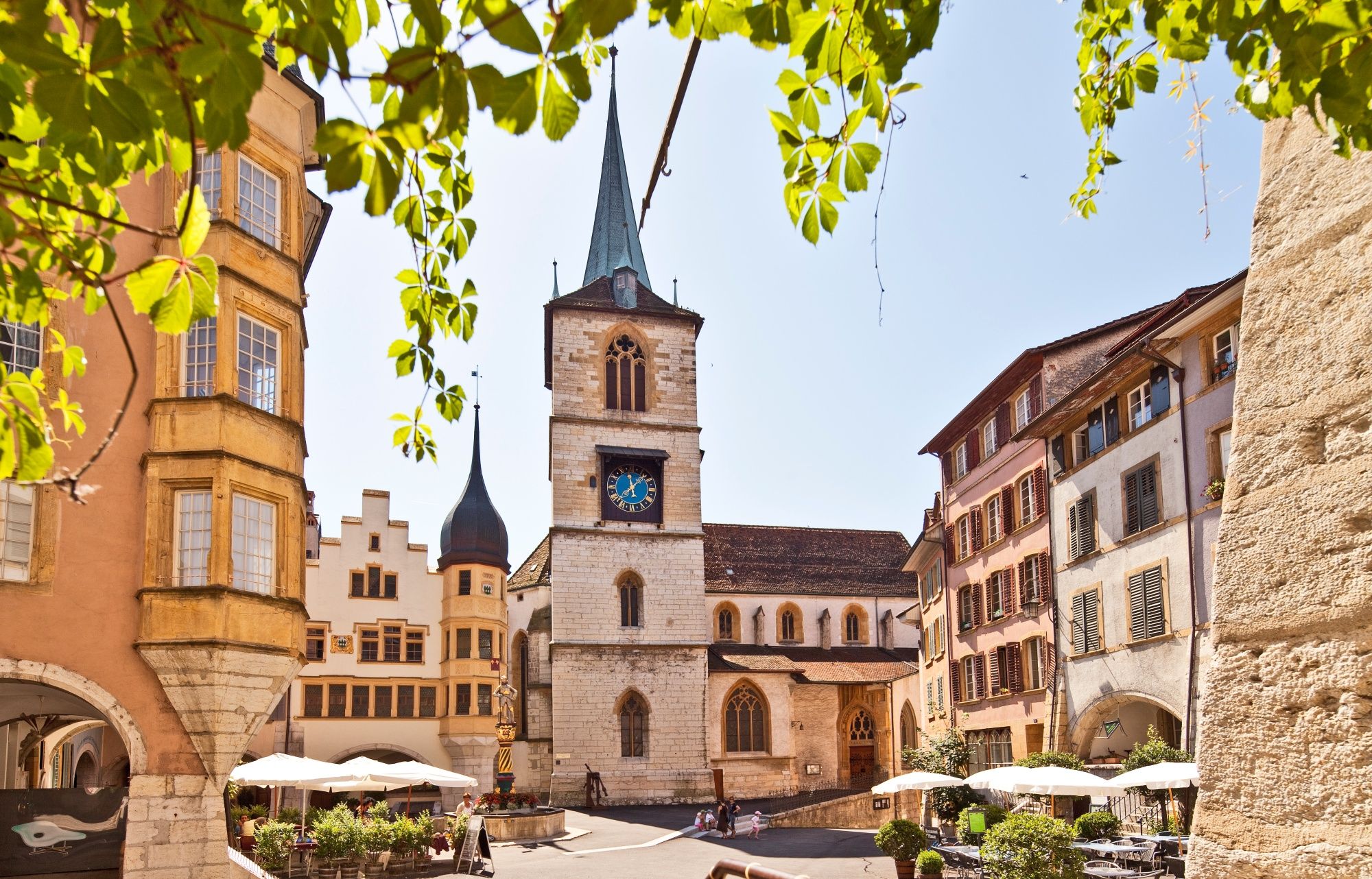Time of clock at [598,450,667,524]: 12:07
